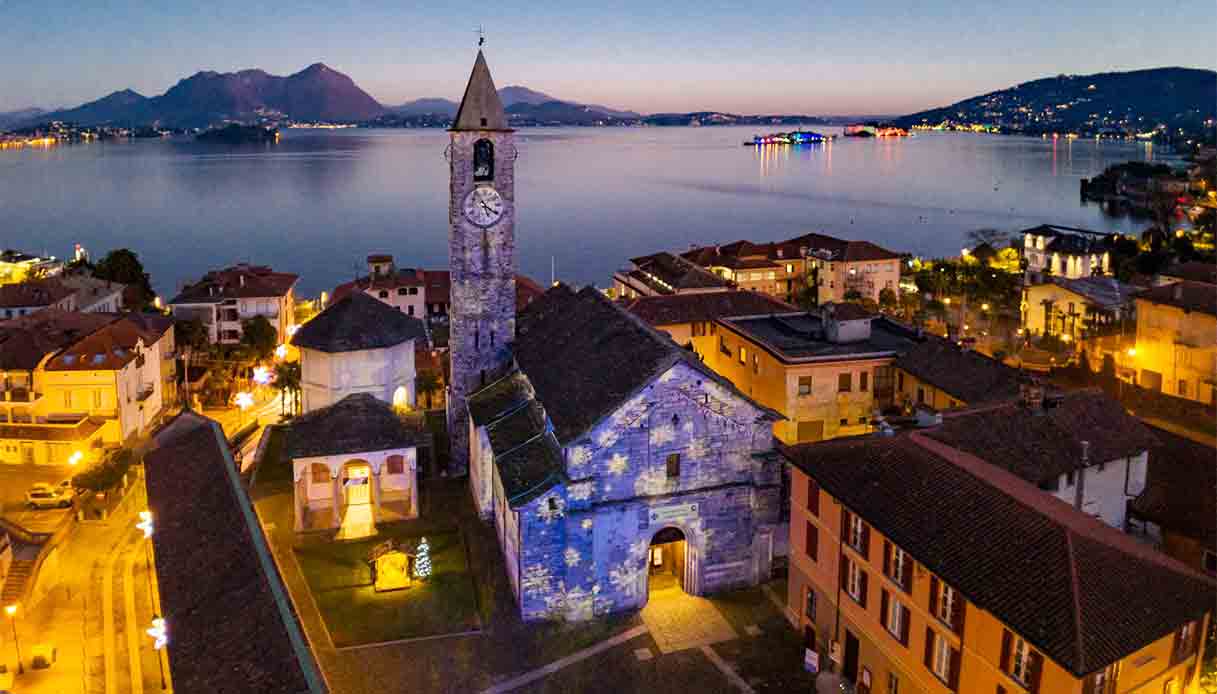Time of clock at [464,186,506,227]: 5:20
